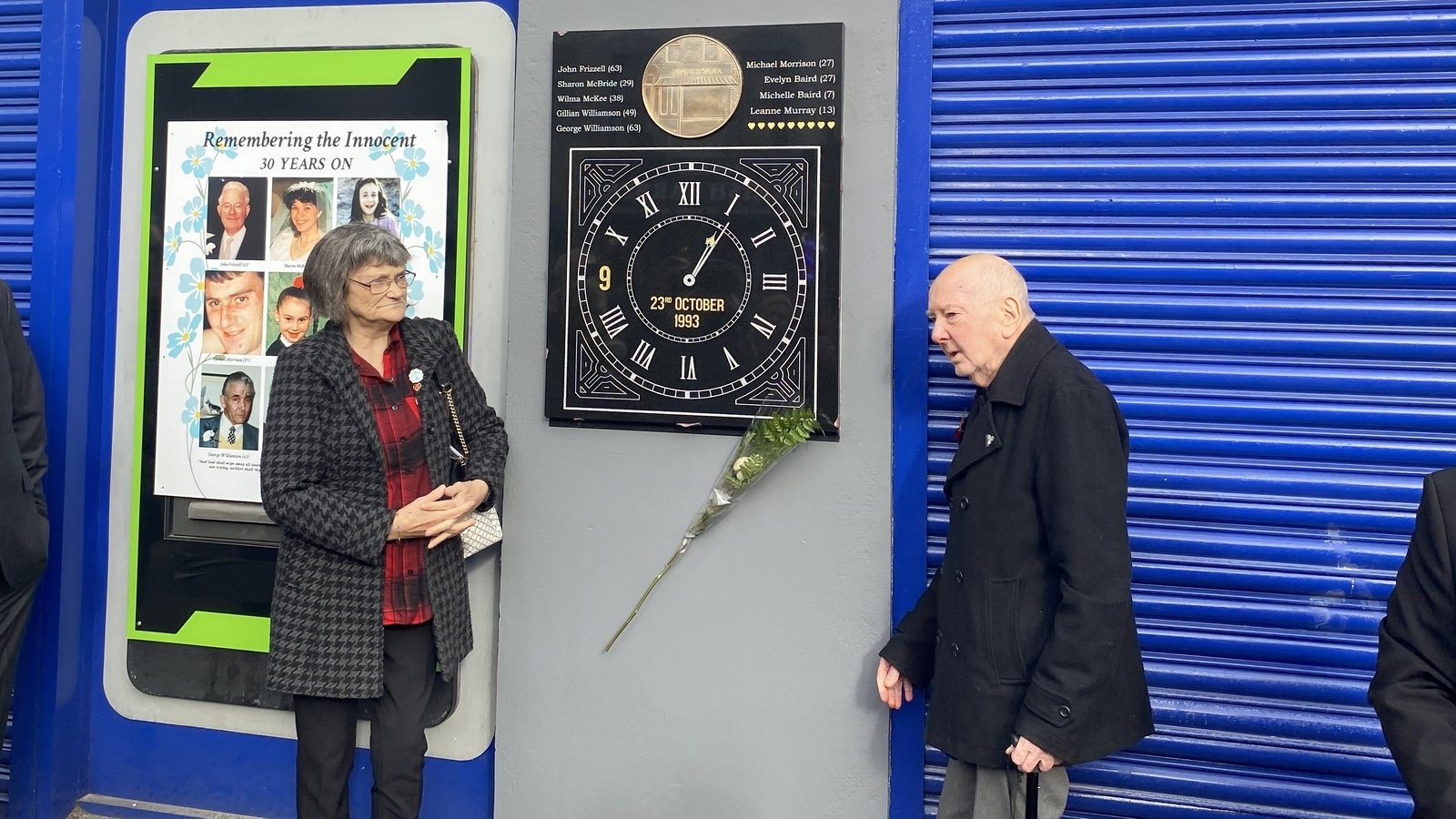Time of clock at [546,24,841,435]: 1:05
